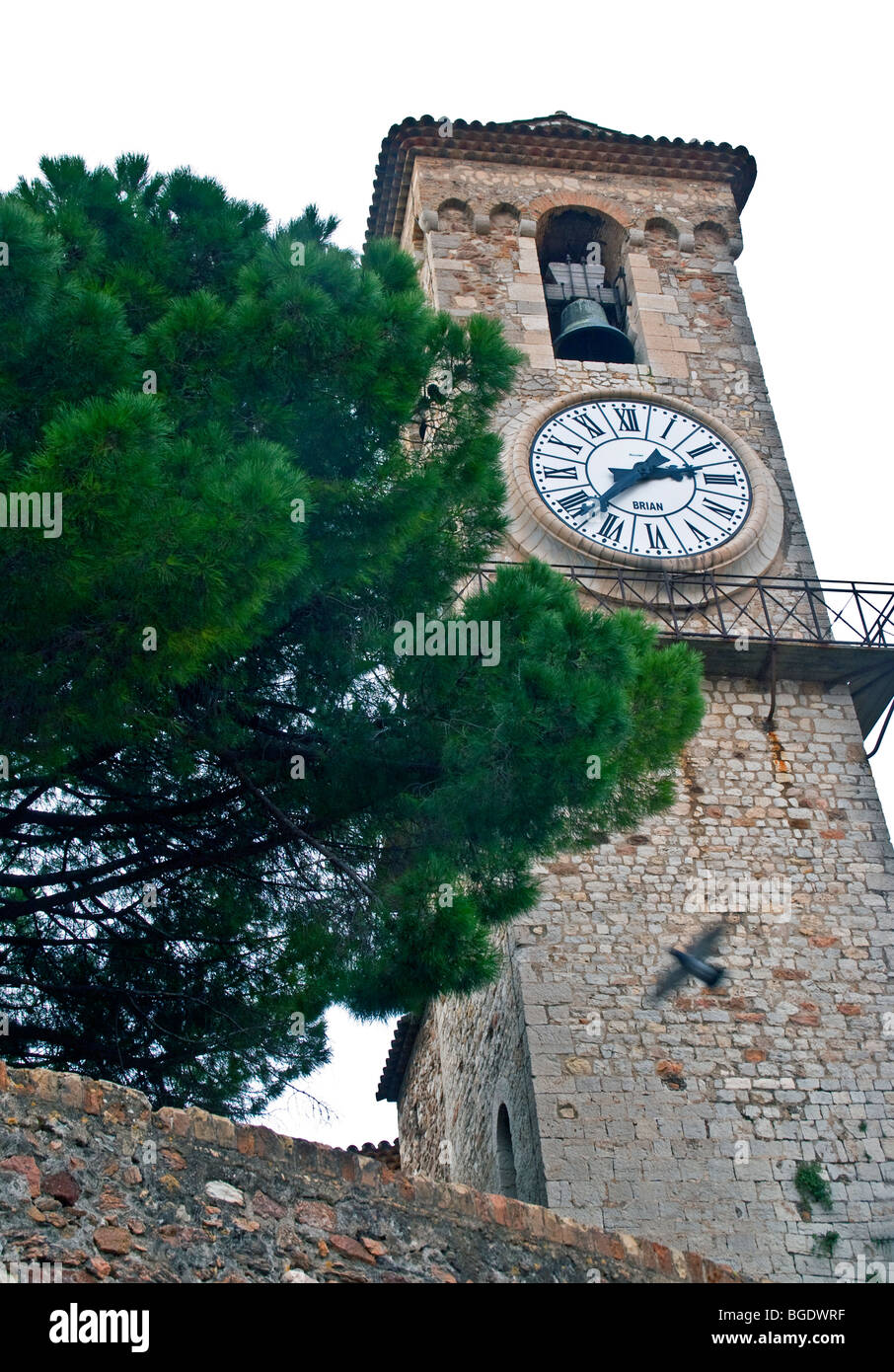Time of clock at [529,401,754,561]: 2:38
